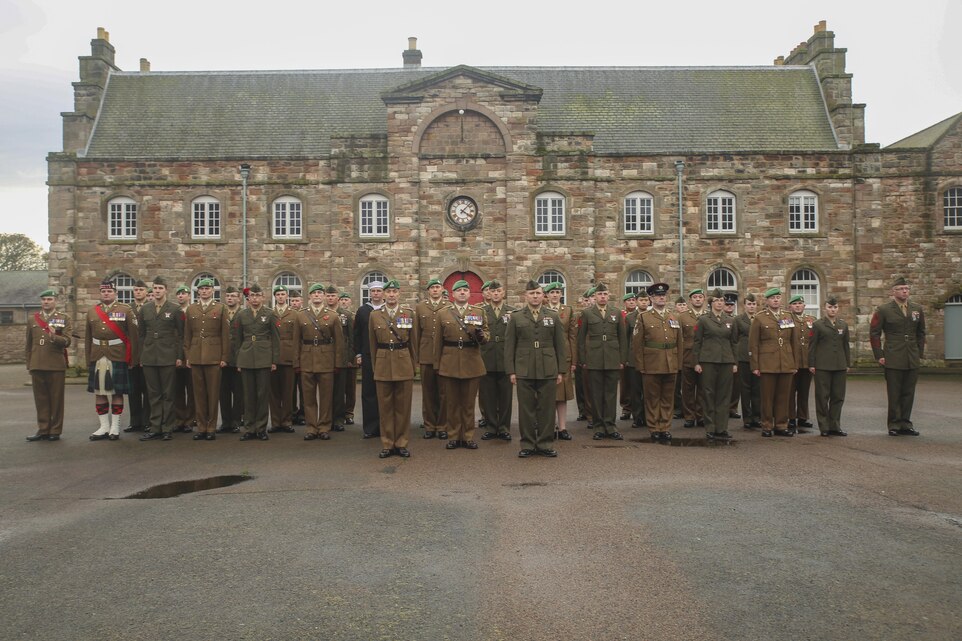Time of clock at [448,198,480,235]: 4:07
